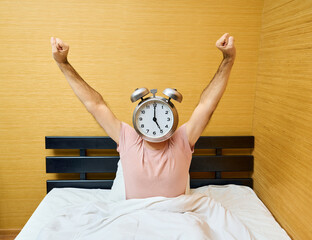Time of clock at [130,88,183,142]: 5:00
